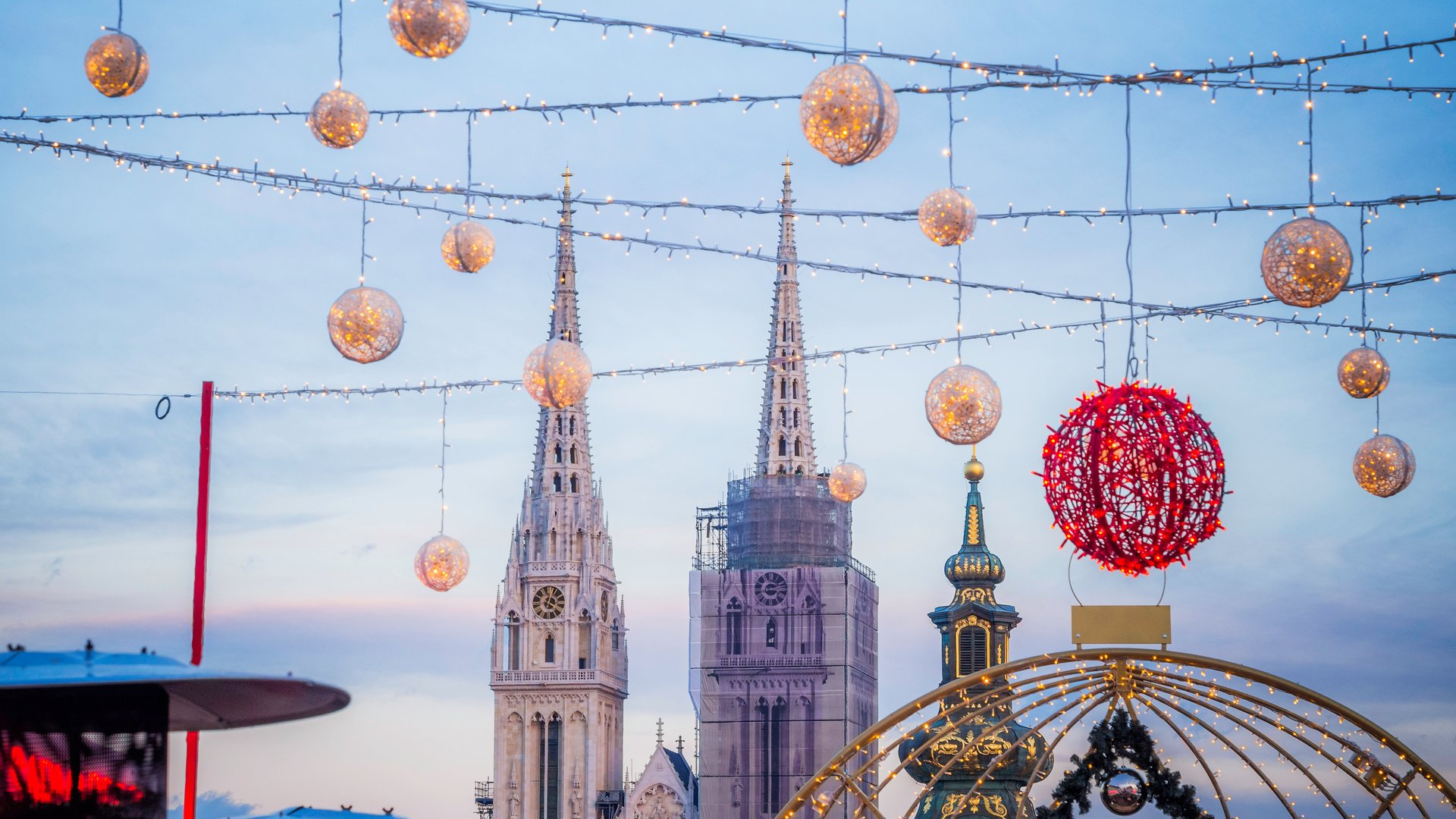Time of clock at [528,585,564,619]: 4:02
